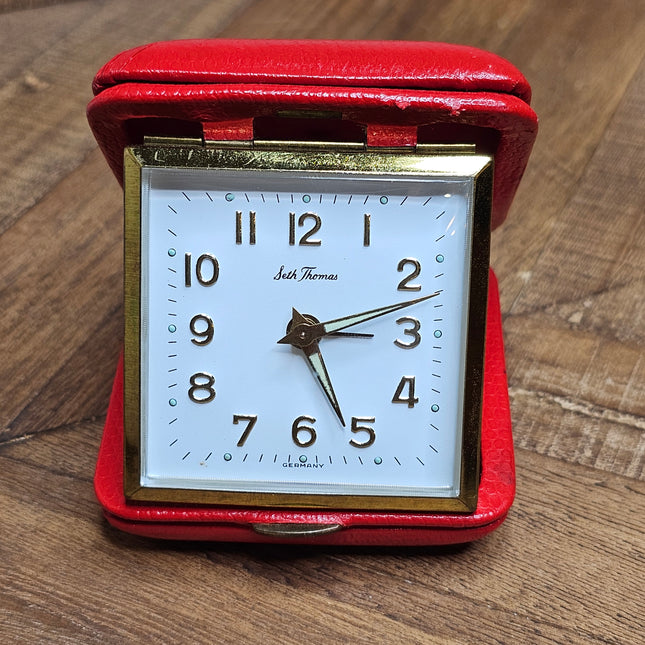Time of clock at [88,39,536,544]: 3:12
